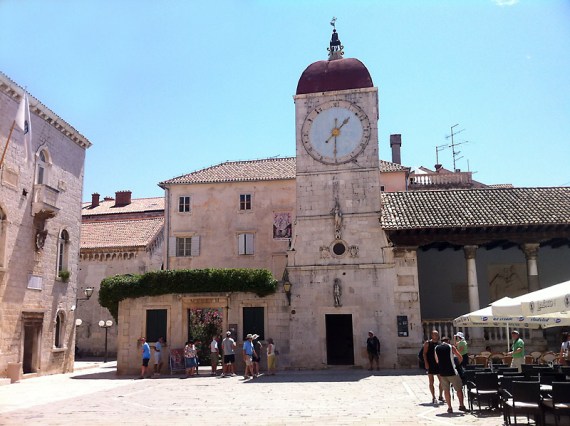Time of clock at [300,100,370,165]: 1:30
